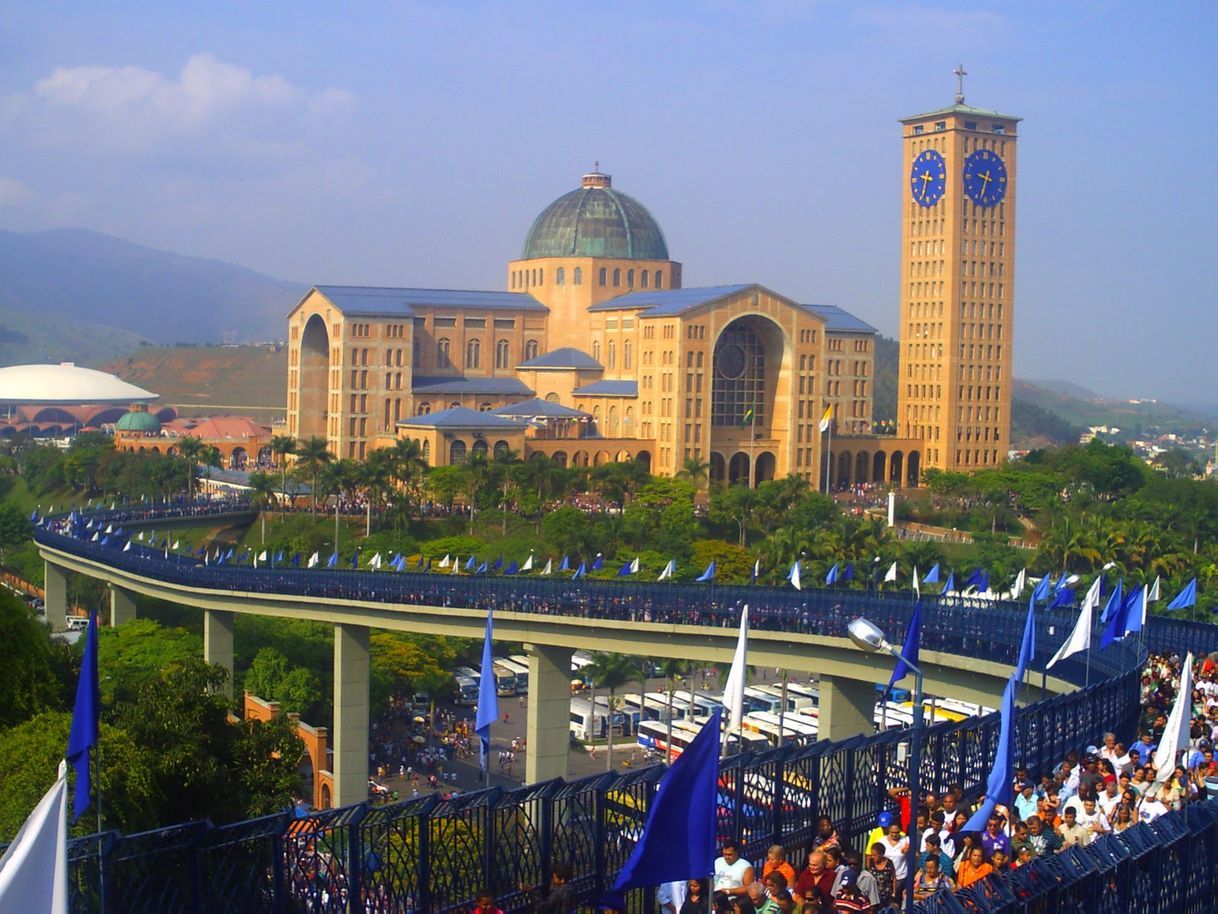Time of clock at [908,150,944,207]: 9:33
